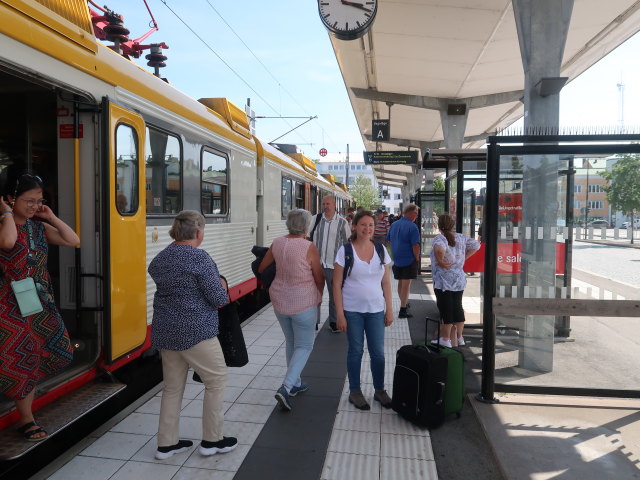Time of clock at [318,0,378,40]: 3:18
